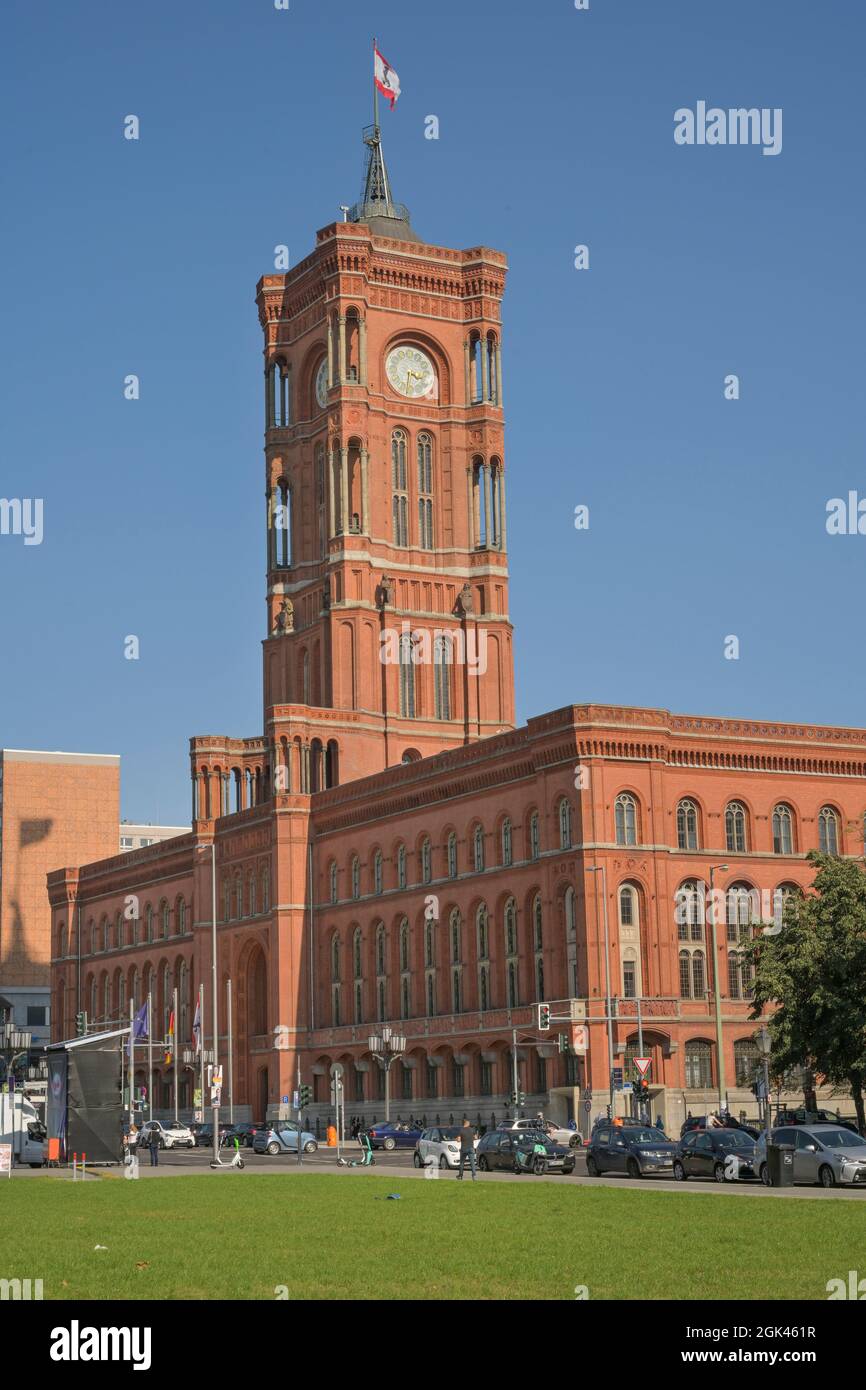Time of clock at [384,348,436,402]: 3:31
